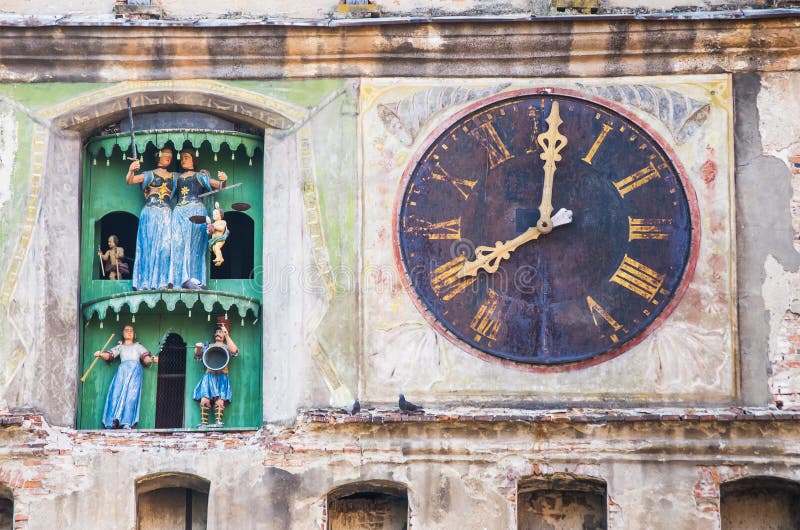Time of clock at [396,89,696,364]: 8:00
